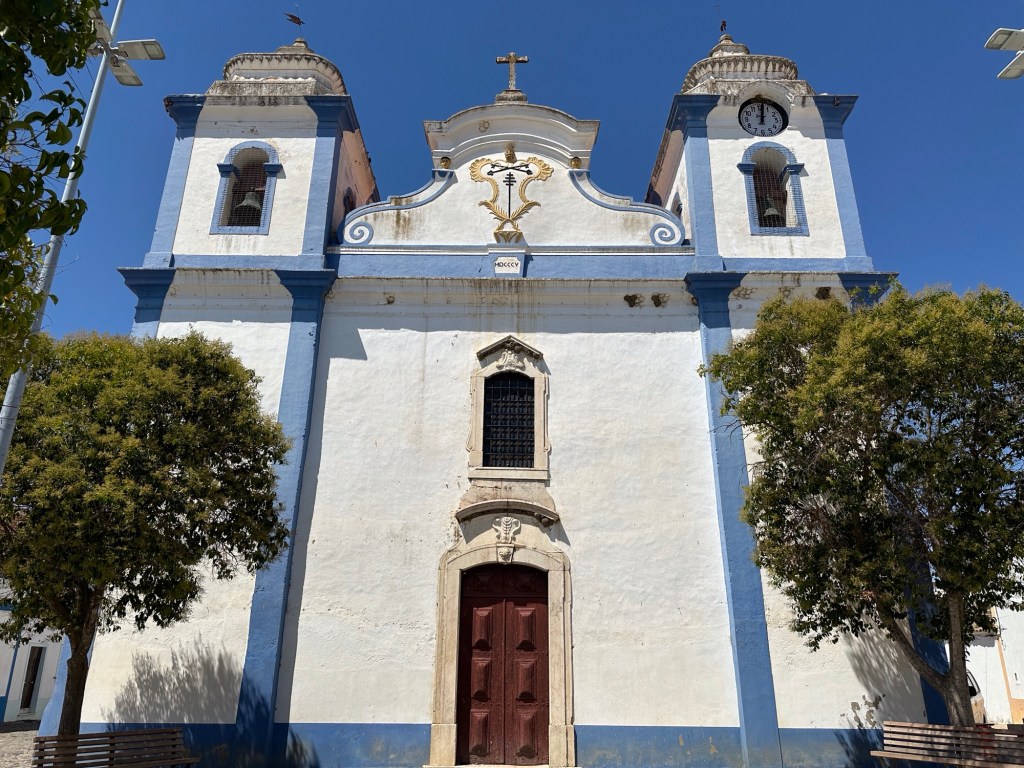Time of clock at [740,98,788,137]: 12:01
